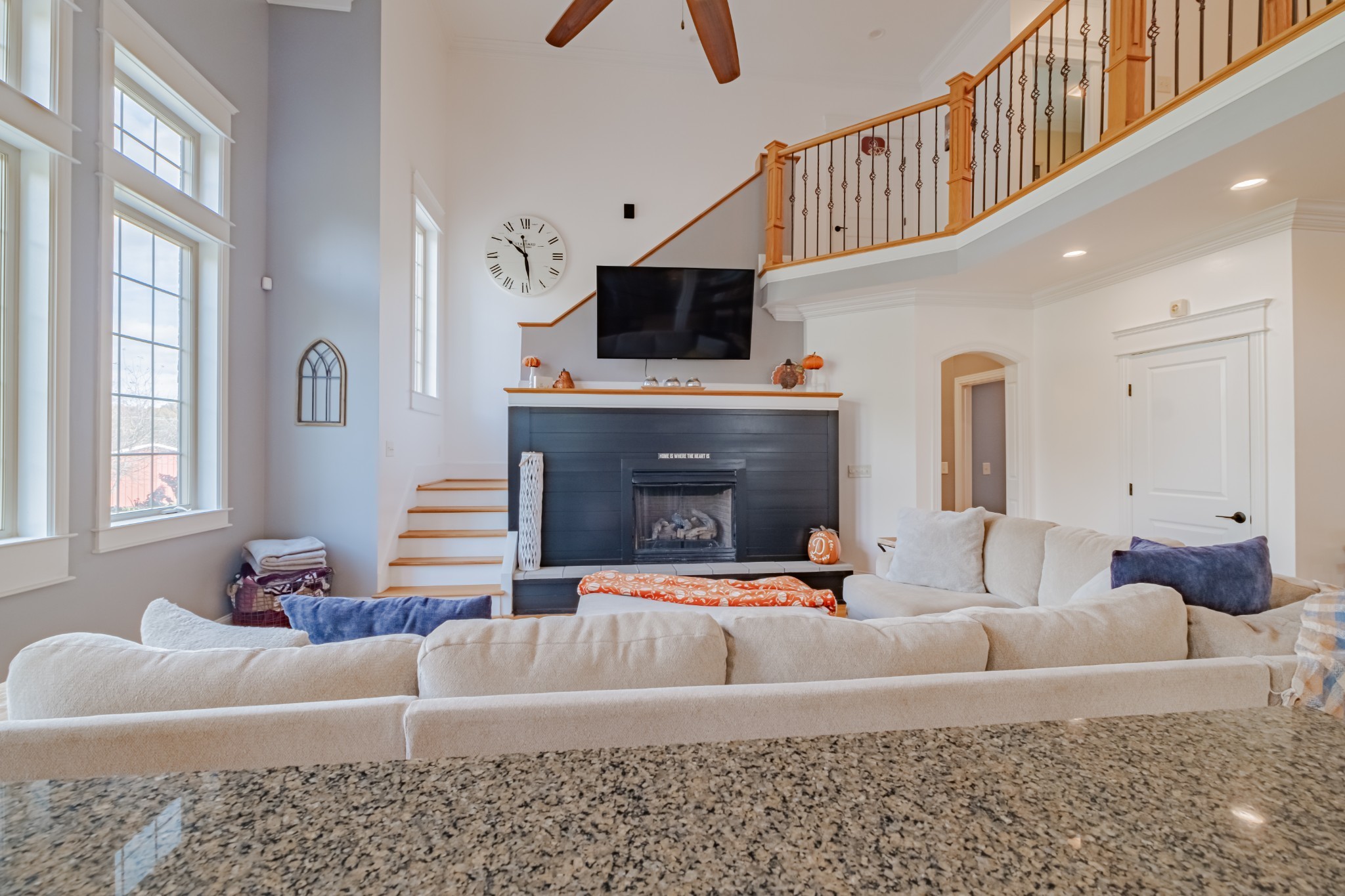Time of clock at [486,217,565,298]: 10:28
